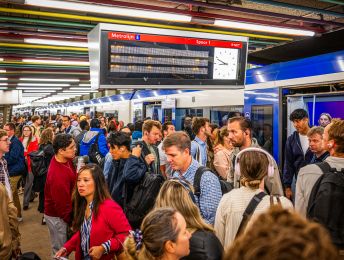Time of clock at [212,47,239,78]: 8:48
